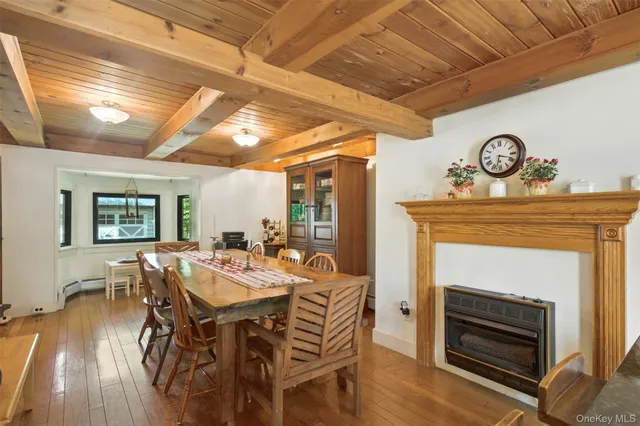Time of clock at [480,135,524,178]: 3:32
